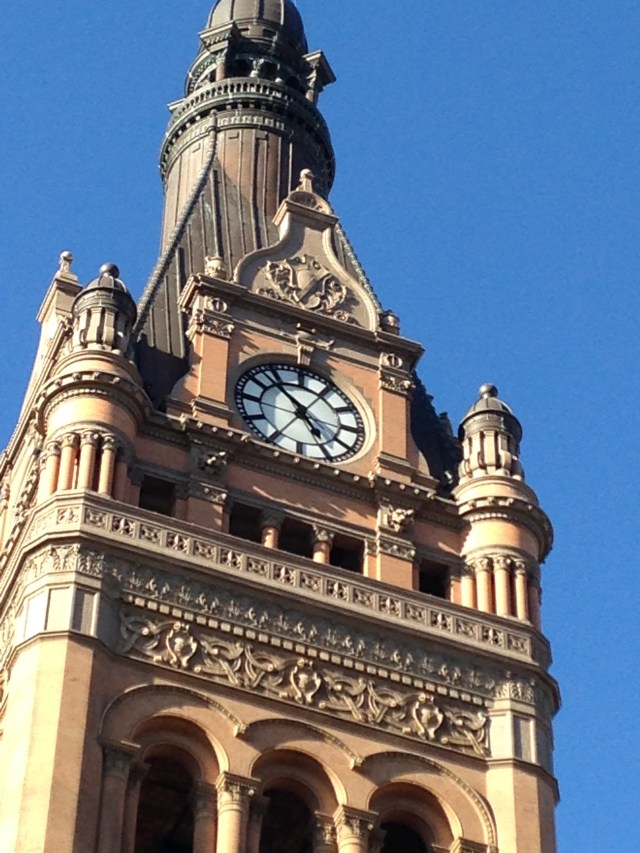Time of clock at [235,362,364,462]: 4:52
